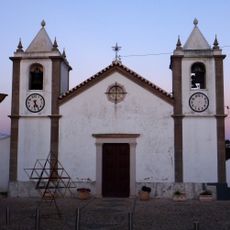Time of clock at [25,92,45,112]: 6:24
